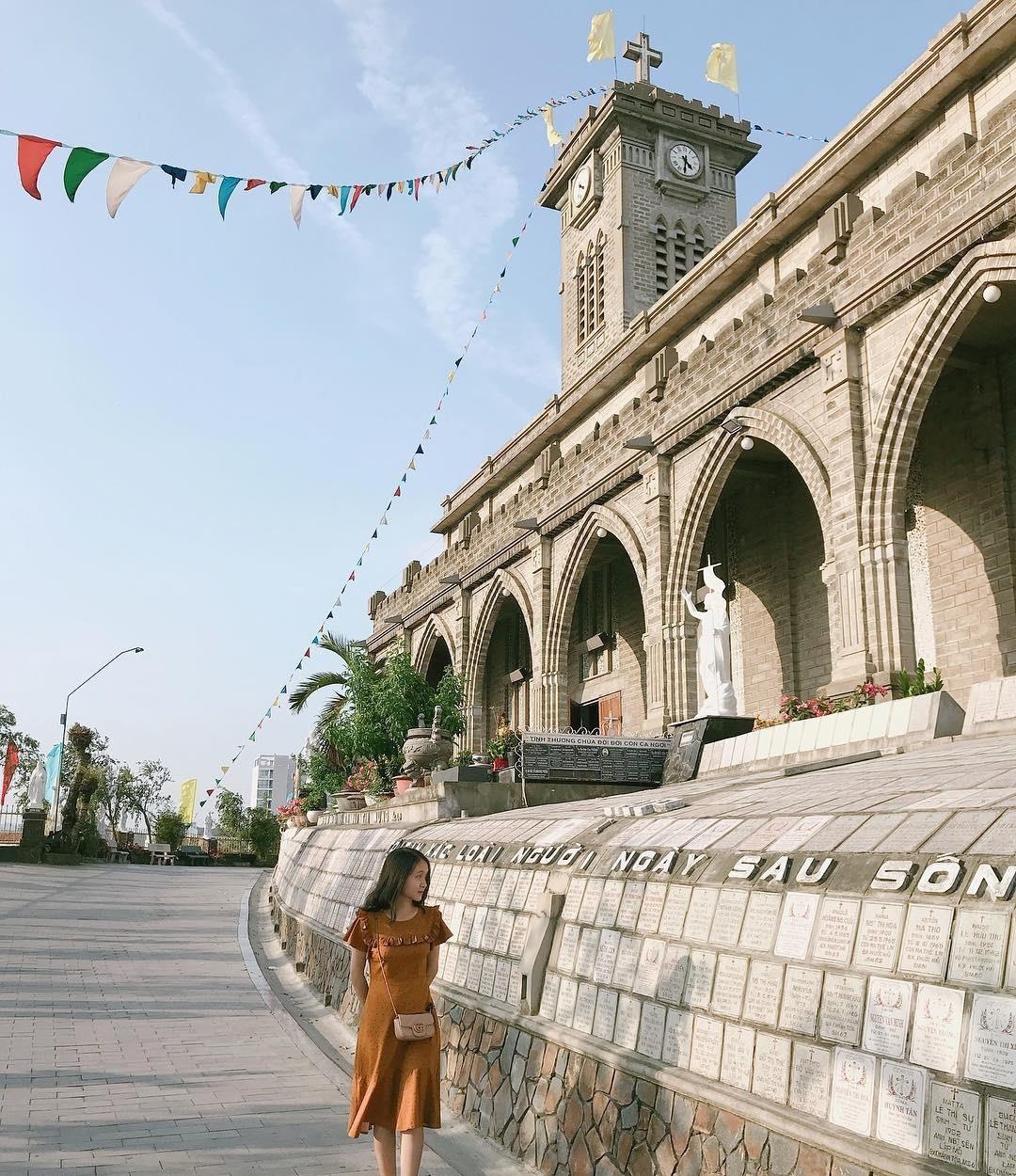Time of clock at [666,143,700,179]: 4:31
